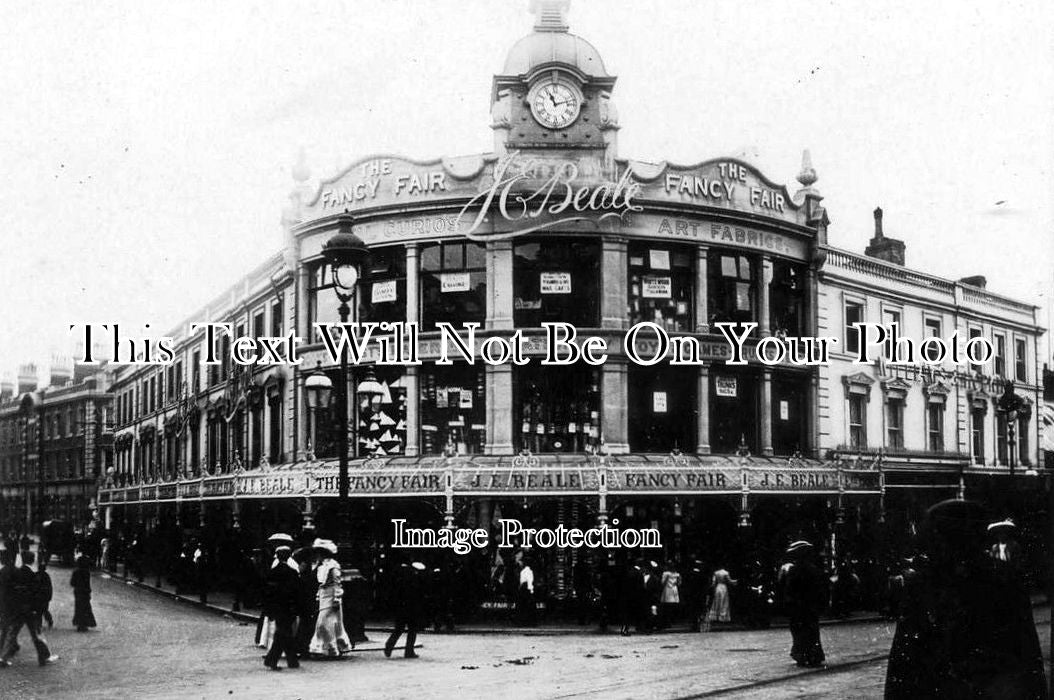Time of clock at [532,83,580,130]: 11:12
